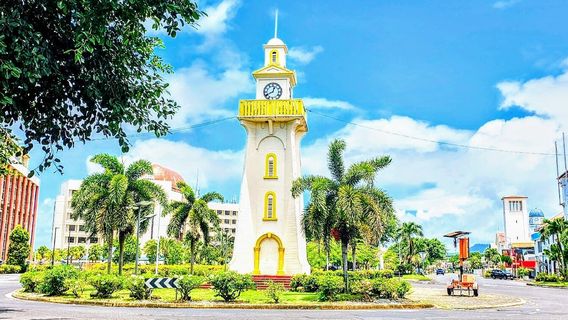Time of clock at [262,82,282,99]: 12:40
